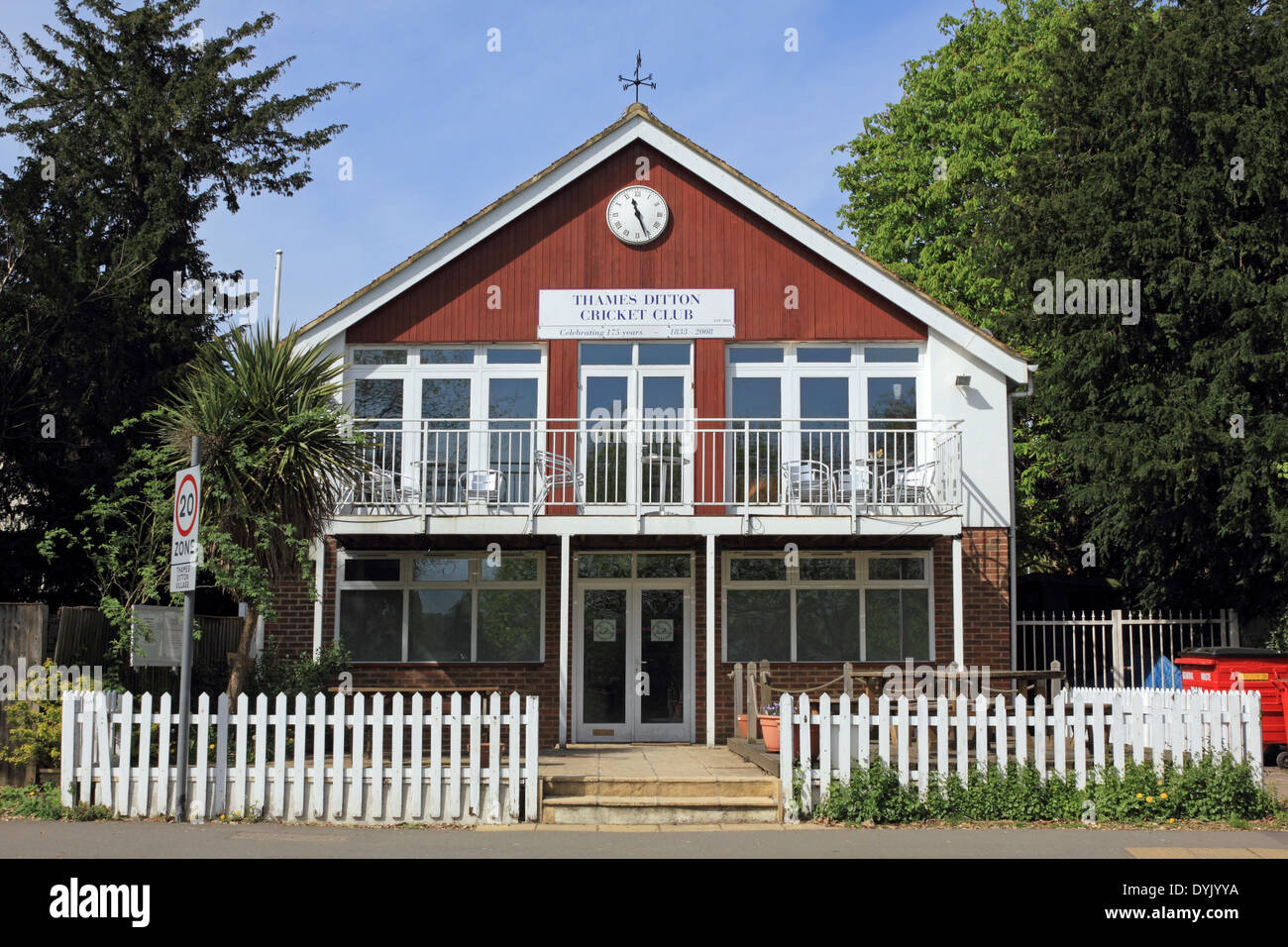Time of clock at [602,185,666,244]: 11:26
